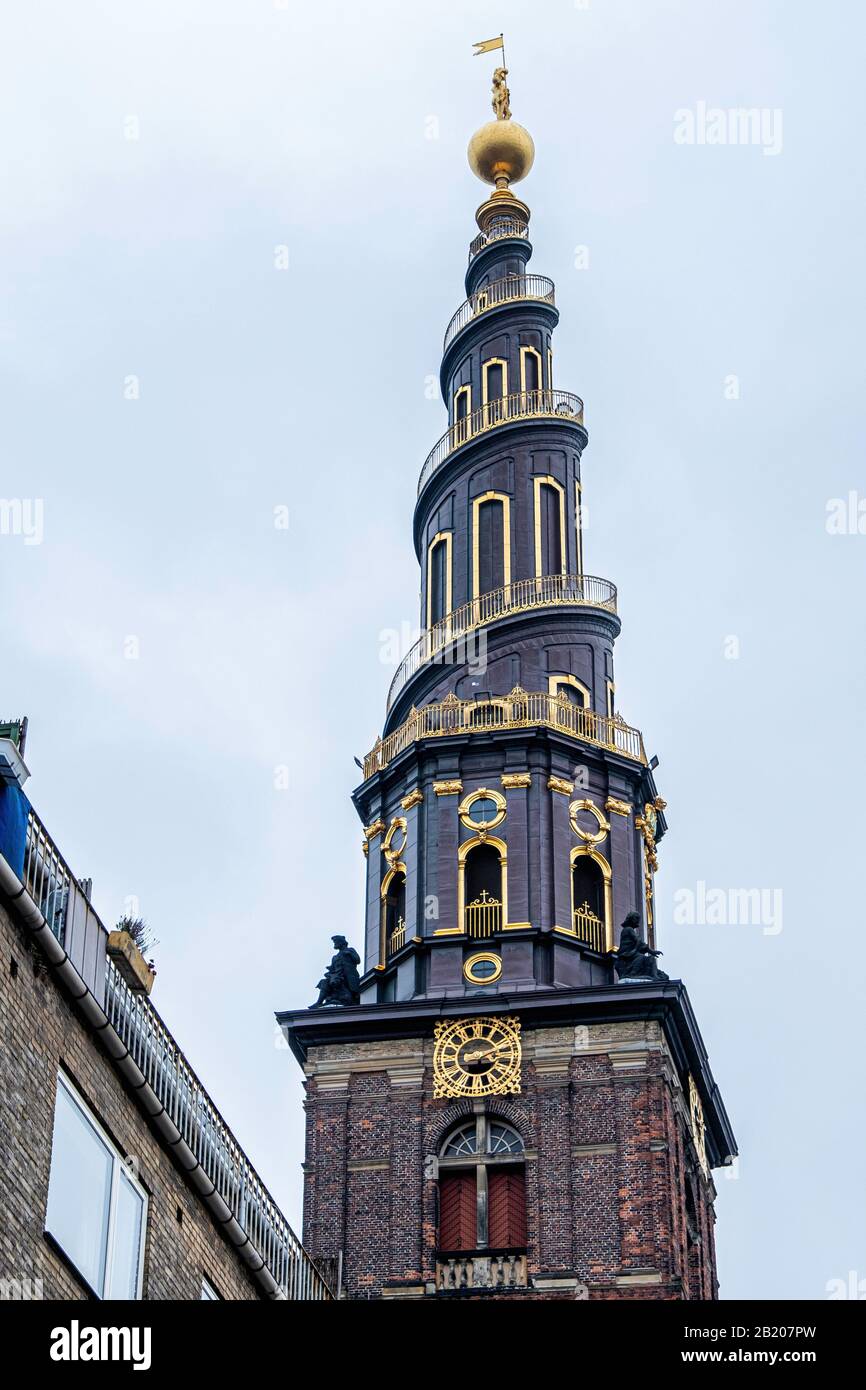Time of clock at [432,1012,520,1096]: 3:10
